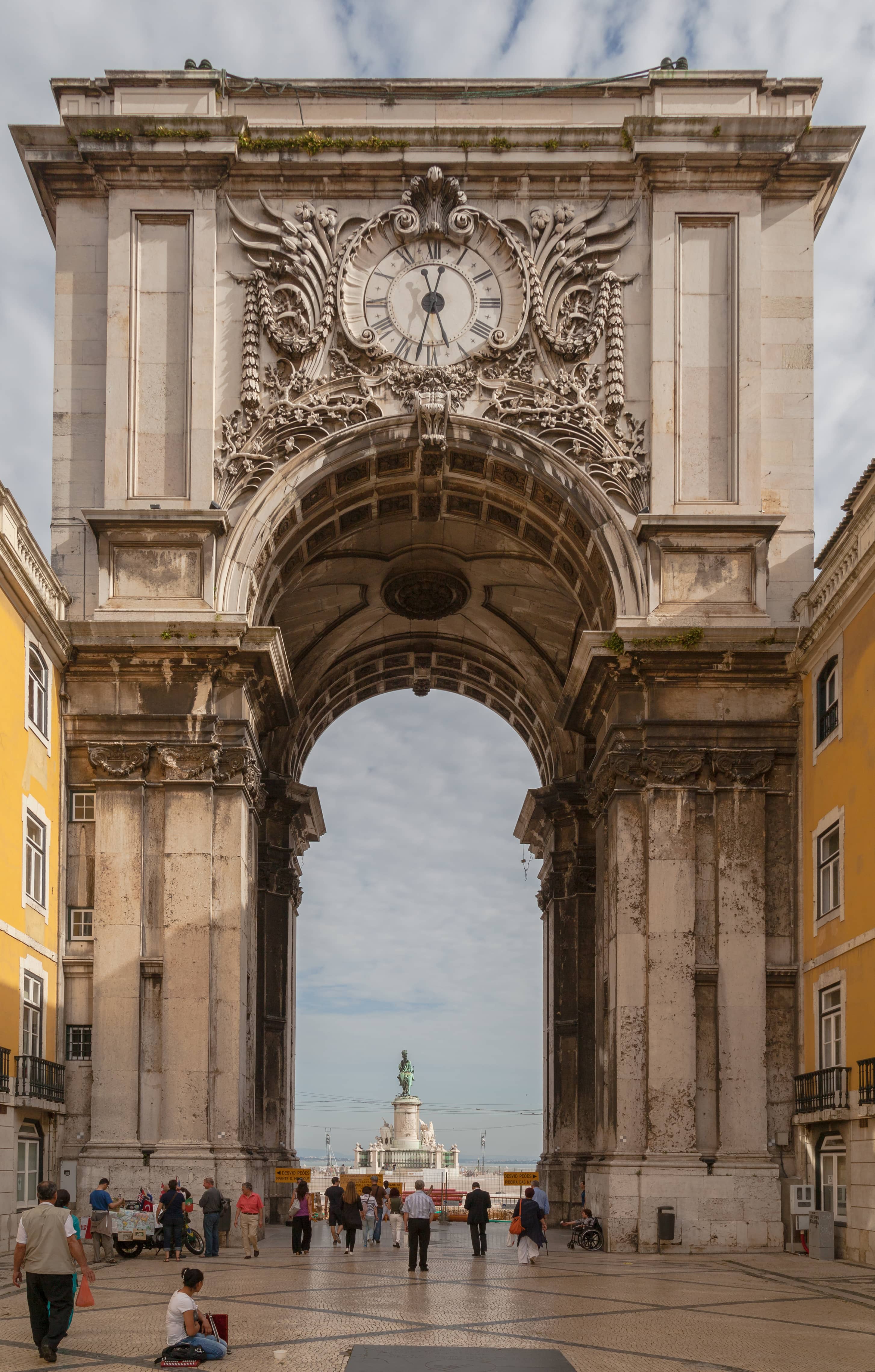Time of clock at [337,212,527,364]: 12:32
